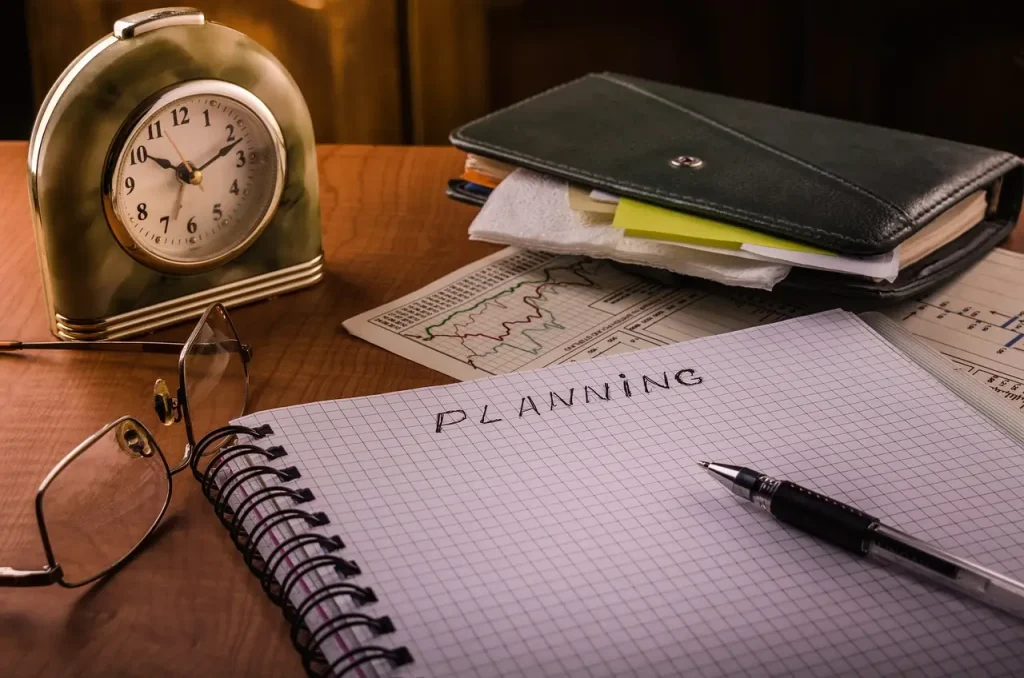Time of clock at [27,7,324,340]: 10:12
